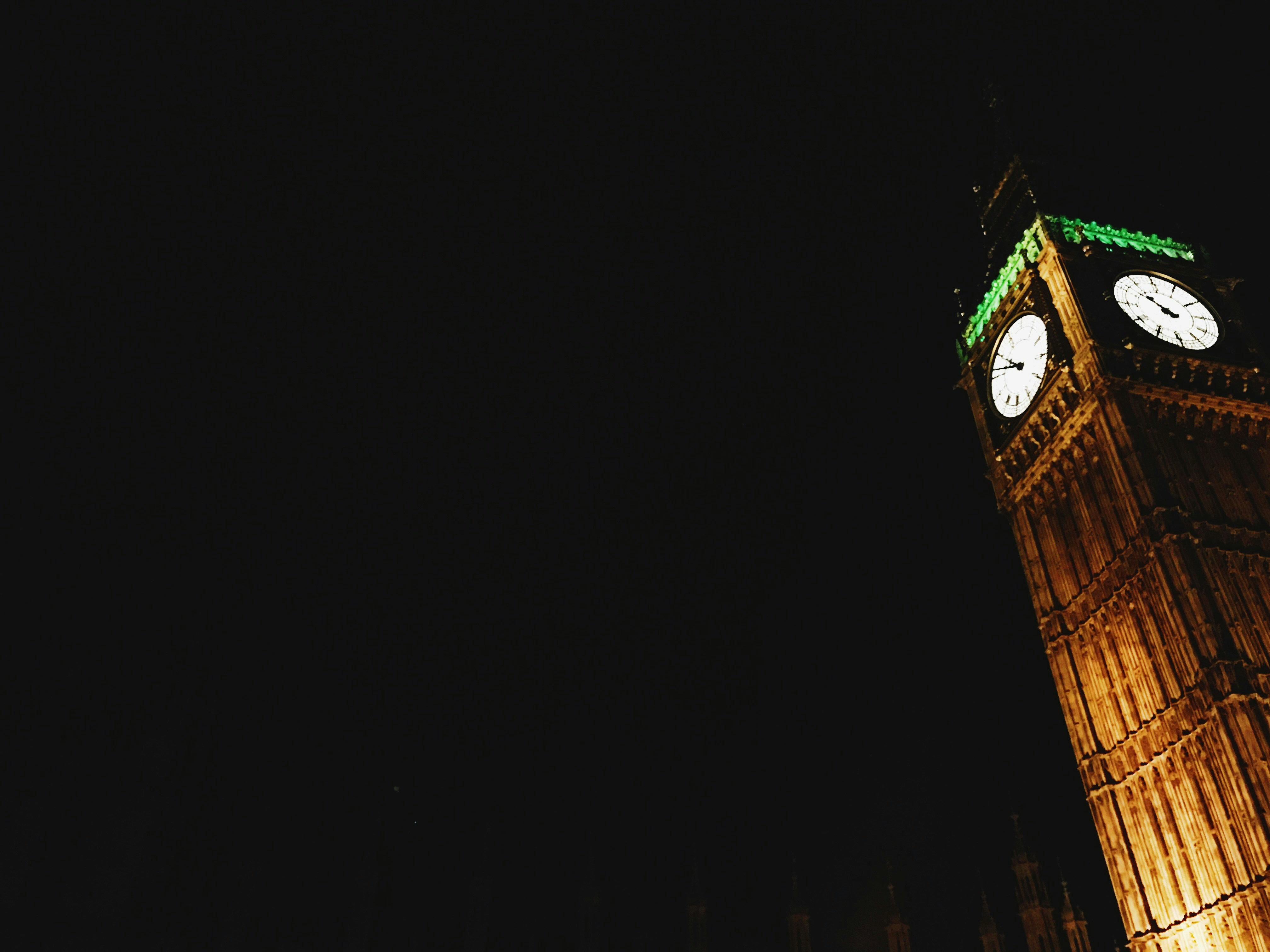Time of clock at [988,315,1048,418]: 9:46
